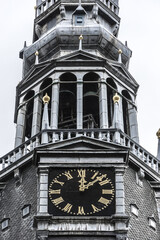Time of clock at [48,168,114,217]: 12:07
